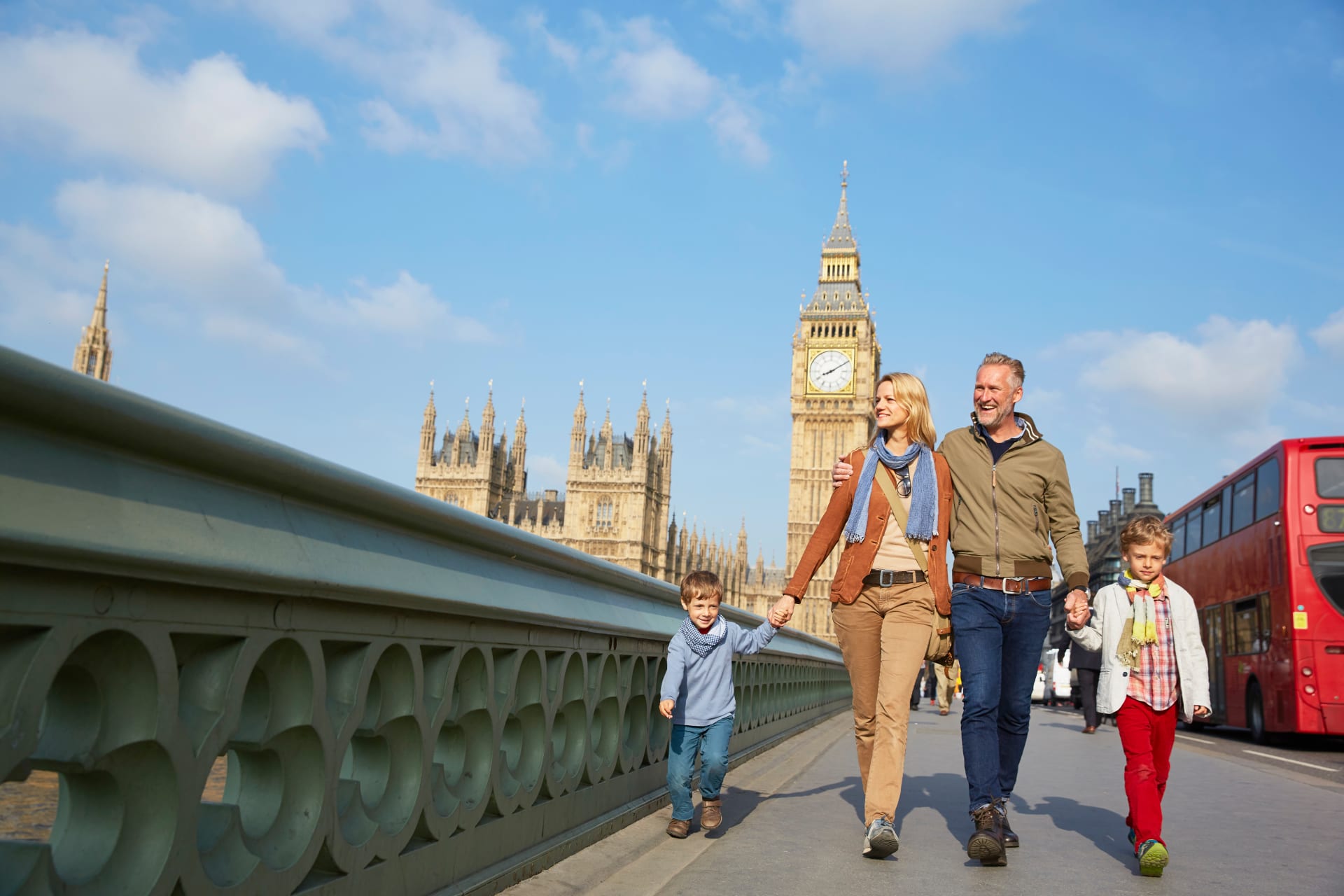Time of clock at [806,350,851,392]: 8:09
